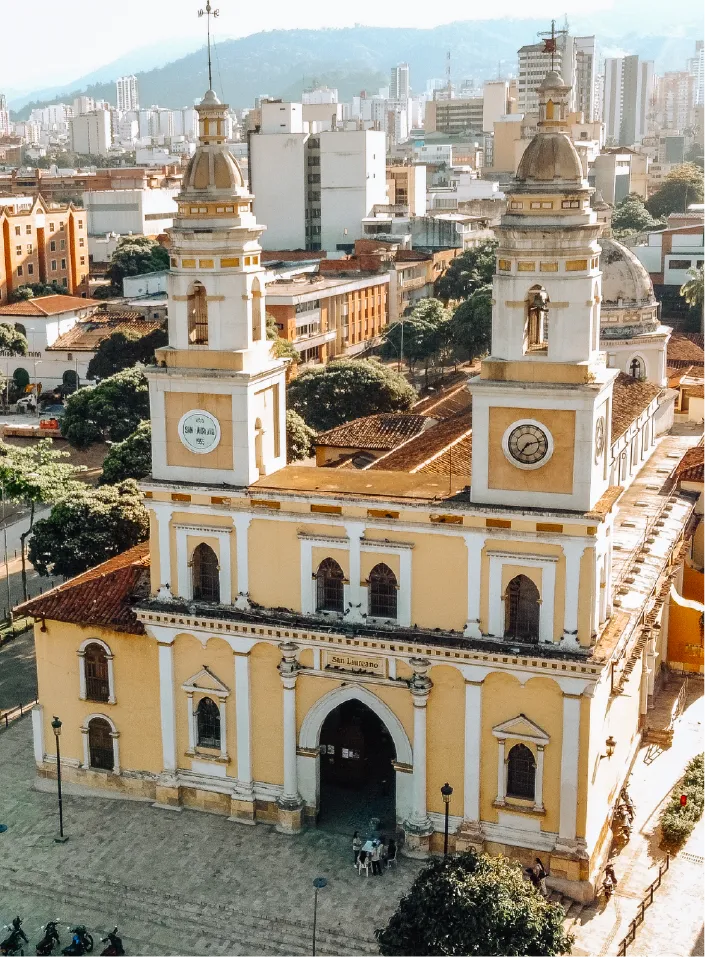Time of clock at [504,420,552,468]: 7:12
